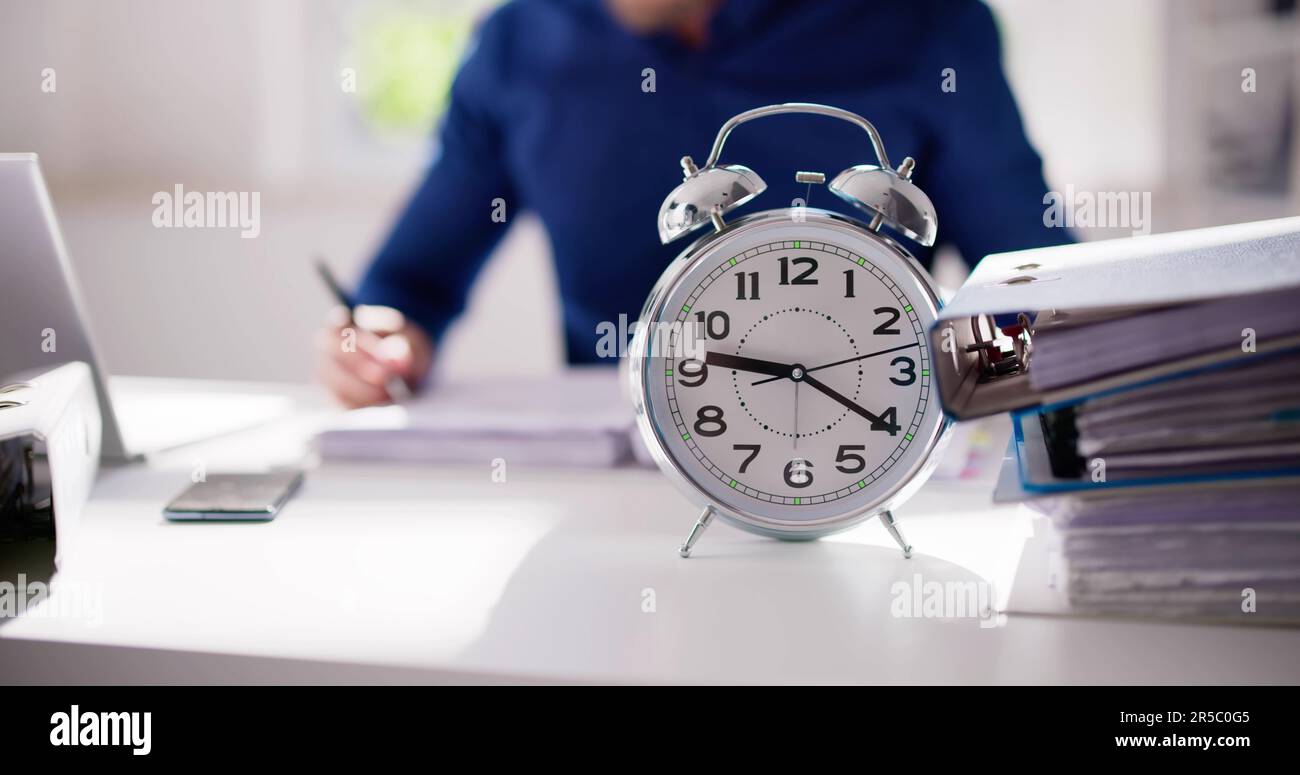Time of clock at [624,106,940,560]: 9:20
